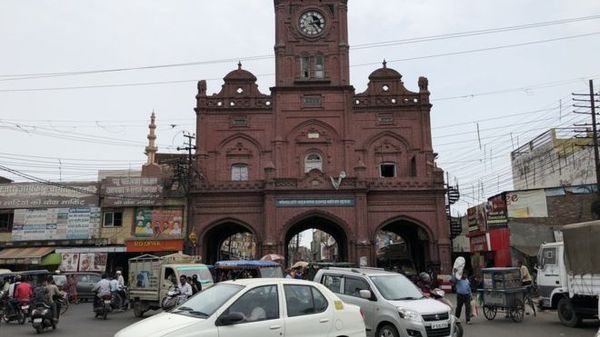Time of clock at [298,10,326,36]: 2:24
